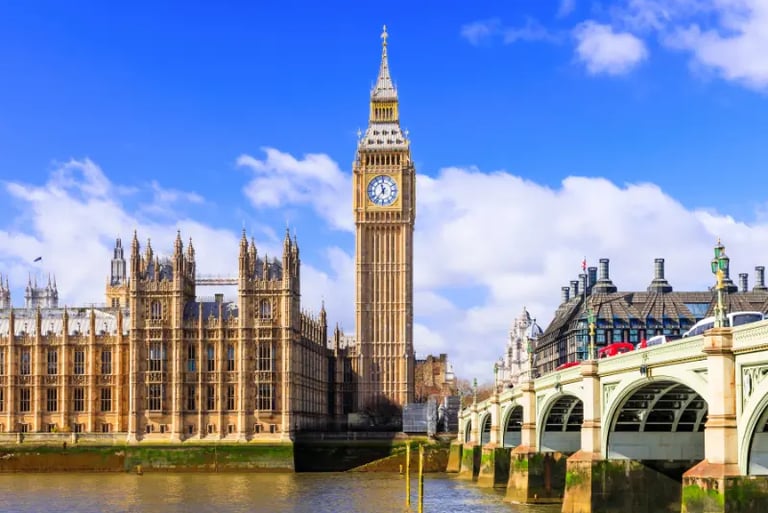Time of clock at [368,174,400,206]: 11:36
